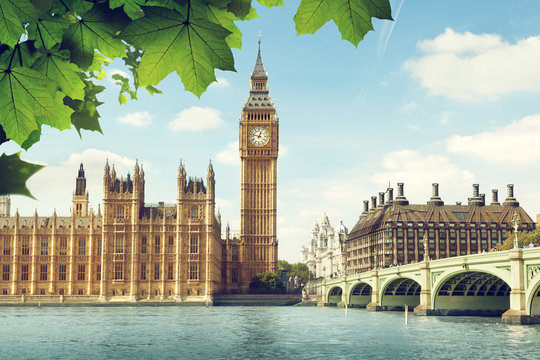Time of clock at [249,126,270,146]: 12:47
